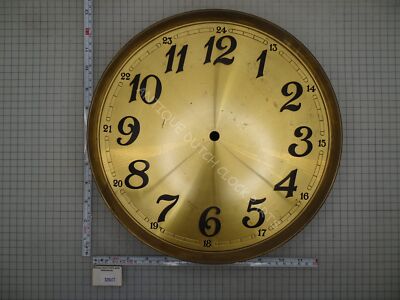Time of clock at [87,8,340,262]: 6:00
